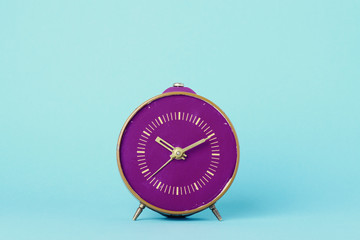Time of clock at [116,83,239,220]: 10:10
